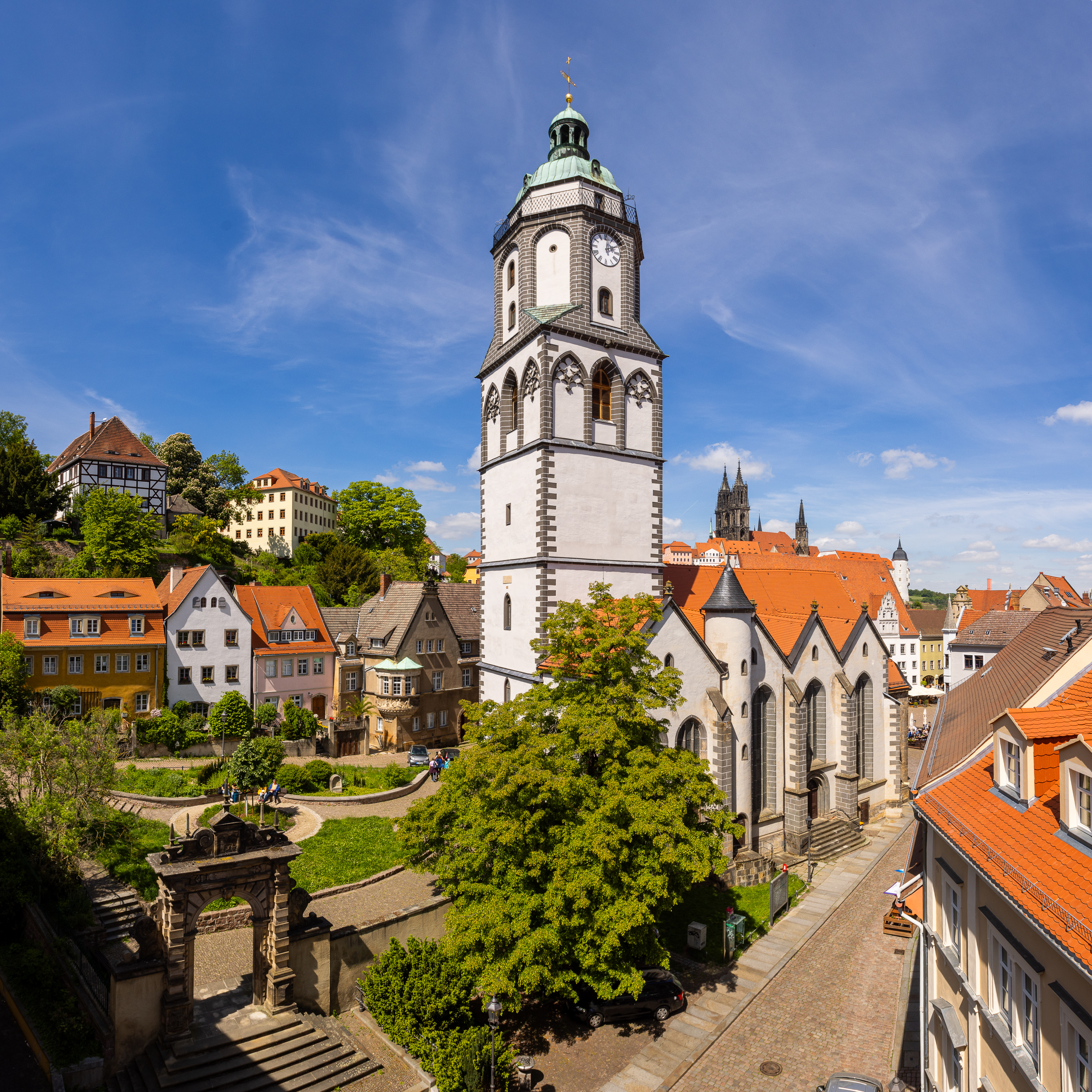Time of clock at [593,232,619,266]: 2:01
